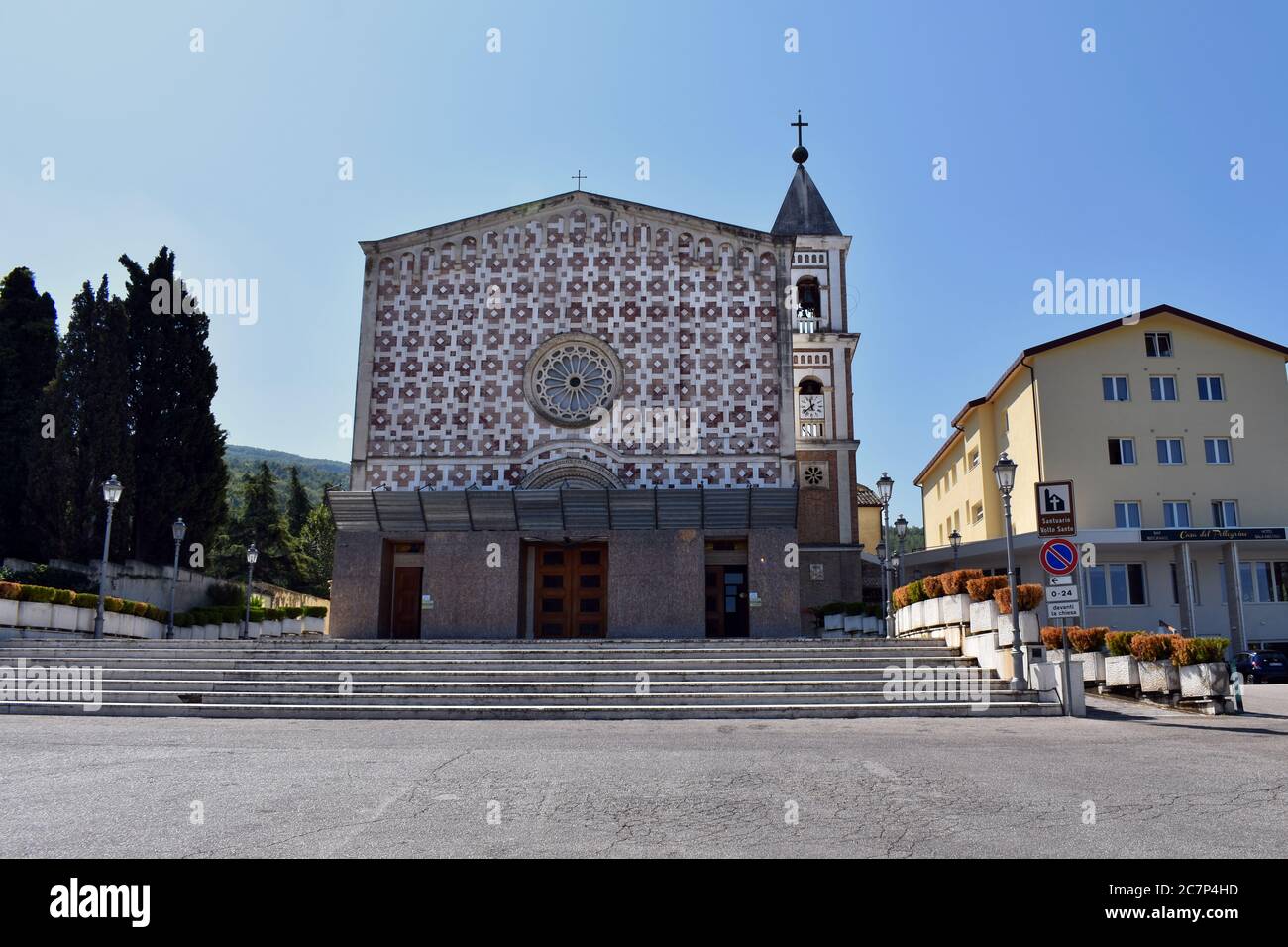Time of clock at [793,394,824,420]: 11:38
